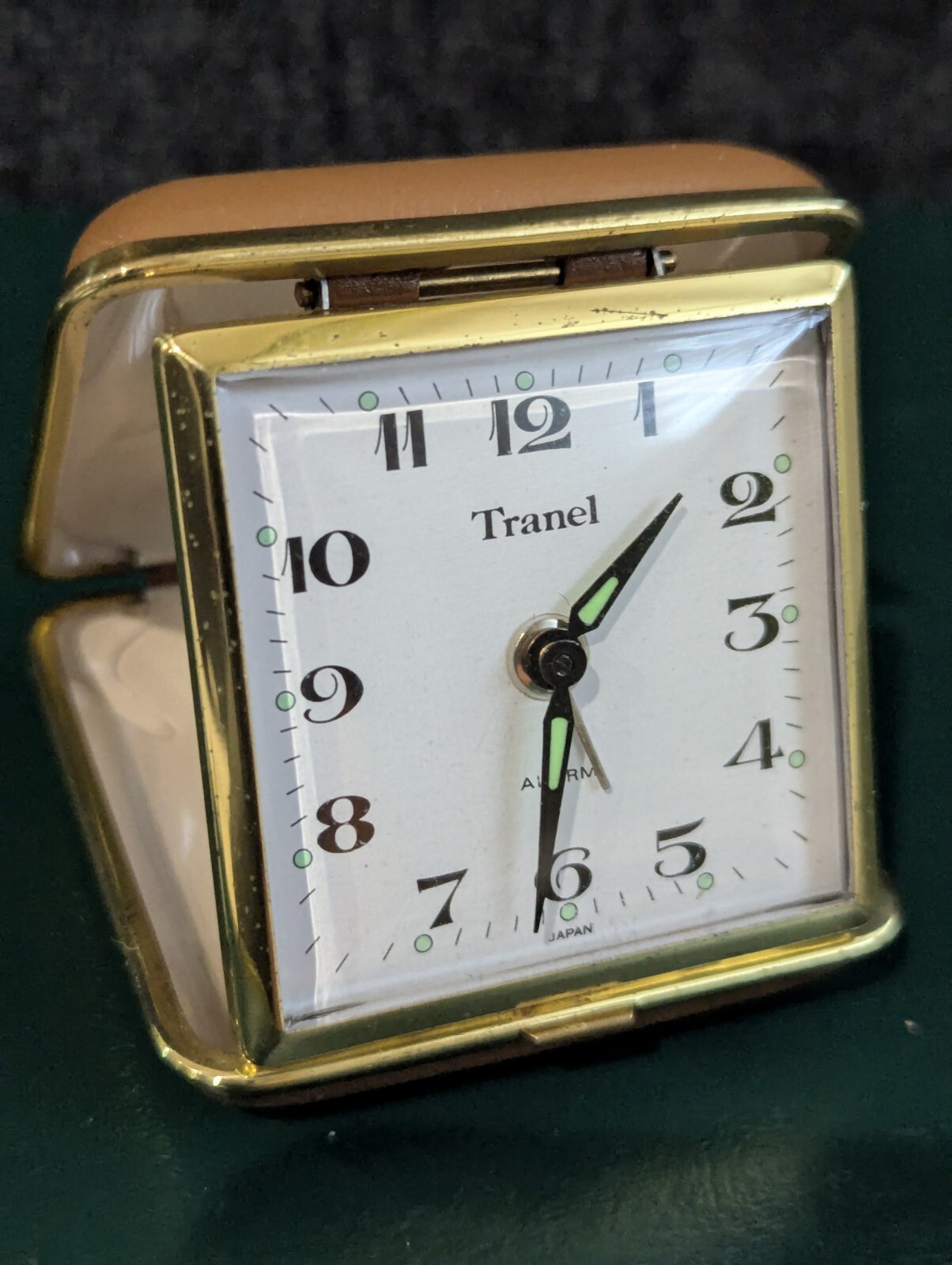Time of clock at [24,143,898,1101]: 1:31
